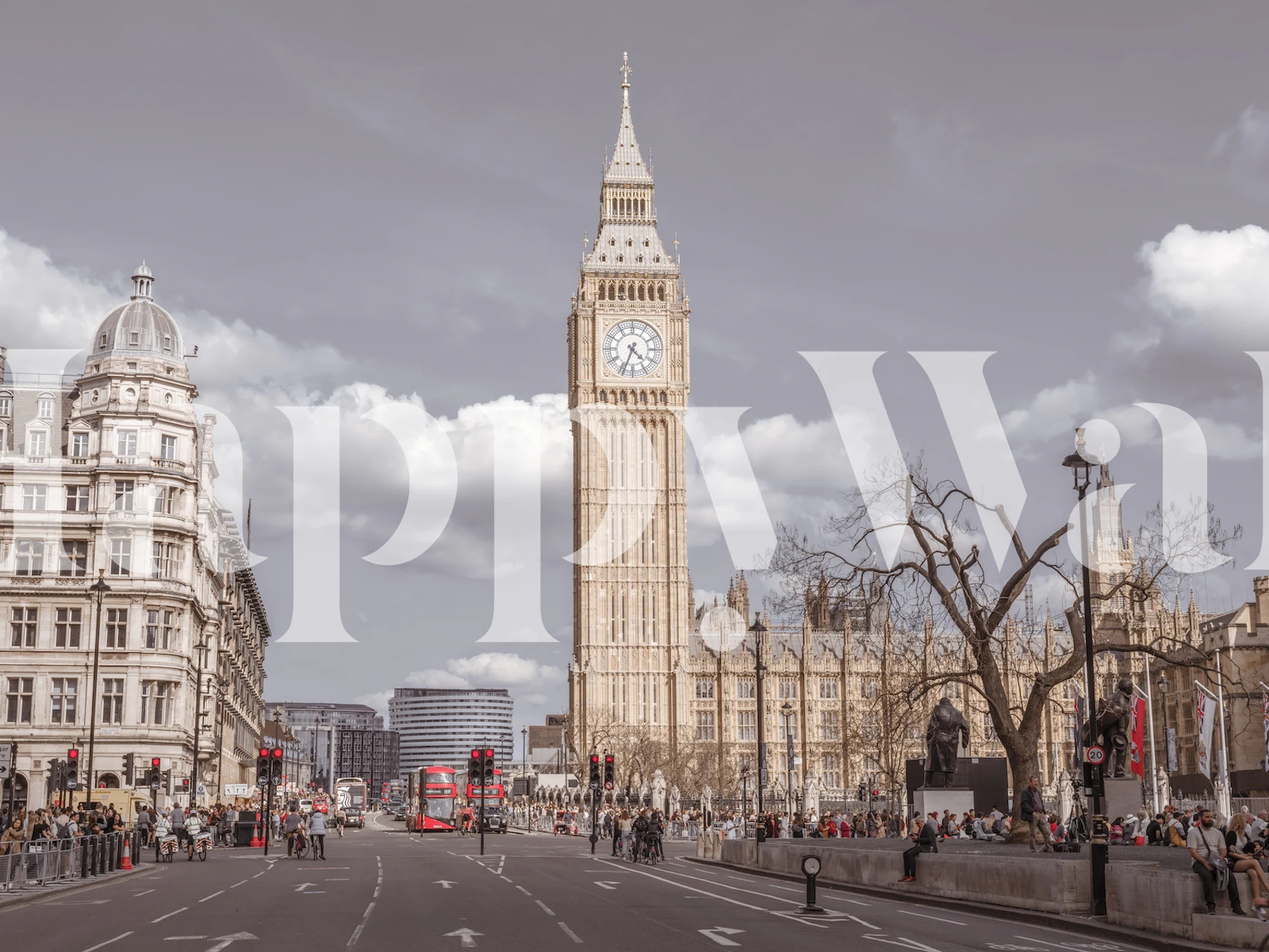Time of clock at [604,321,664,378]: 4:33
